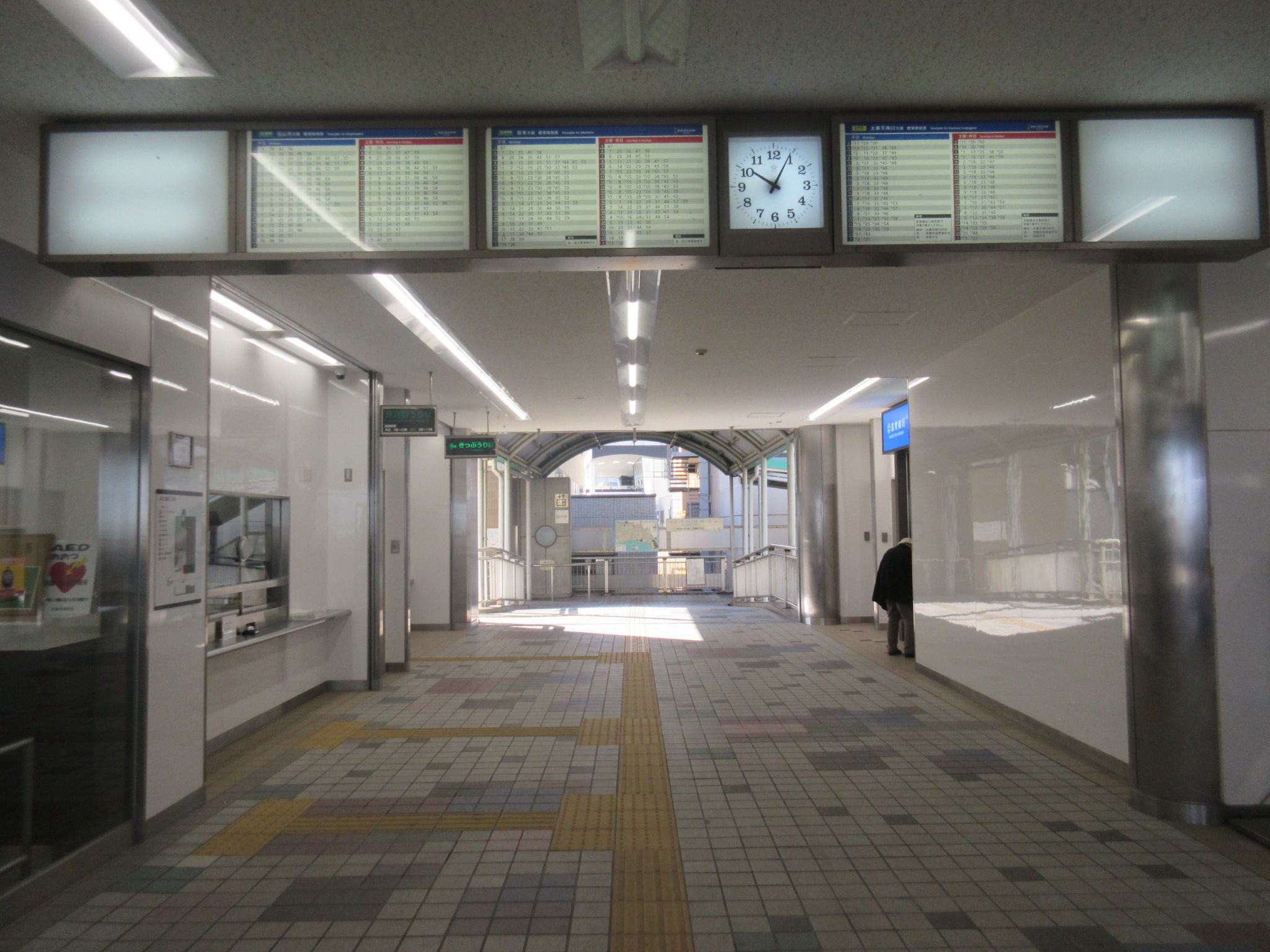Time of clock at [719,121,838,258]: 10:04
